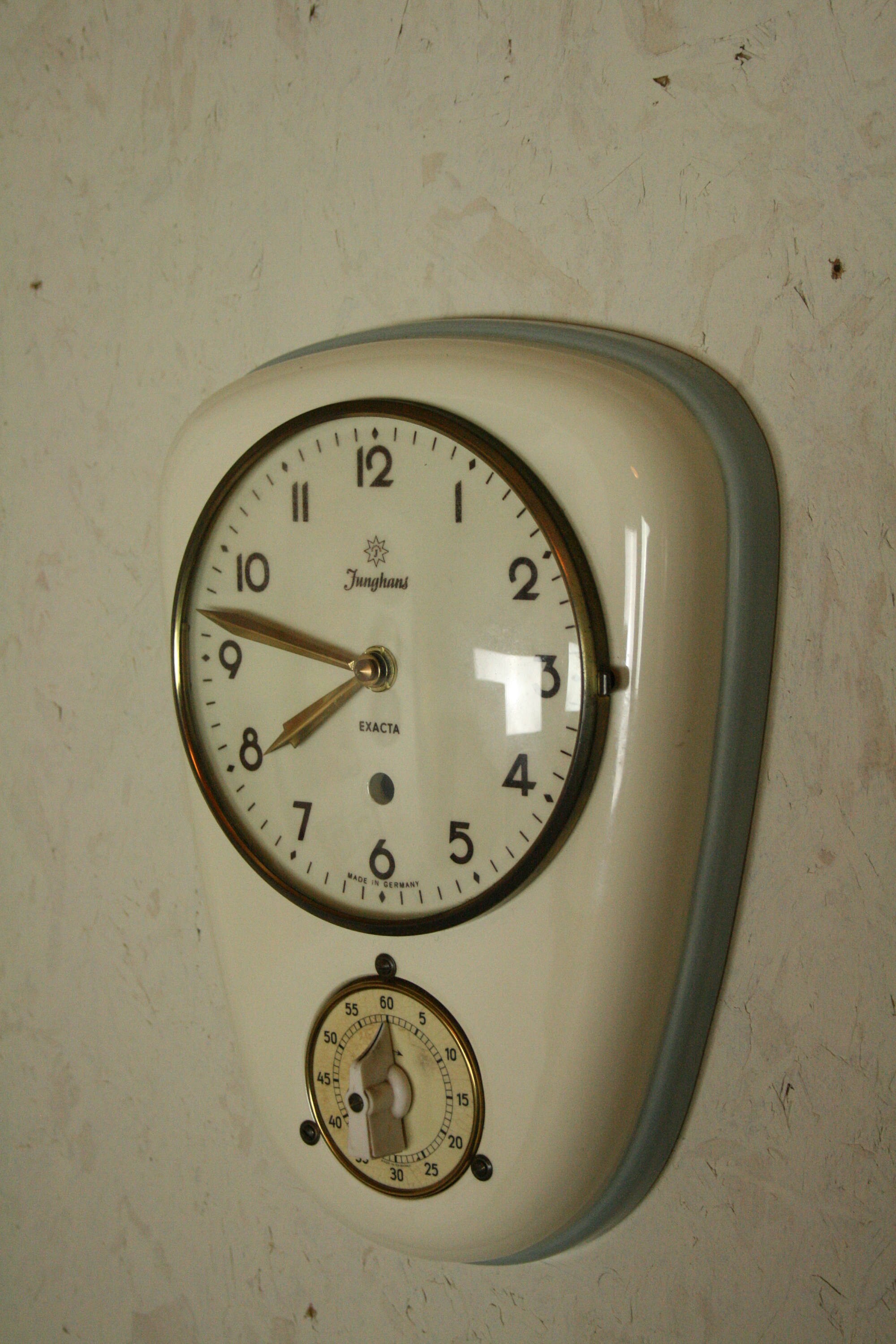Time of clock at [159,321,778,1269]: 7:47
